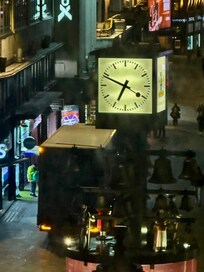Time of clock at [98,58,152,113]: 6:48
